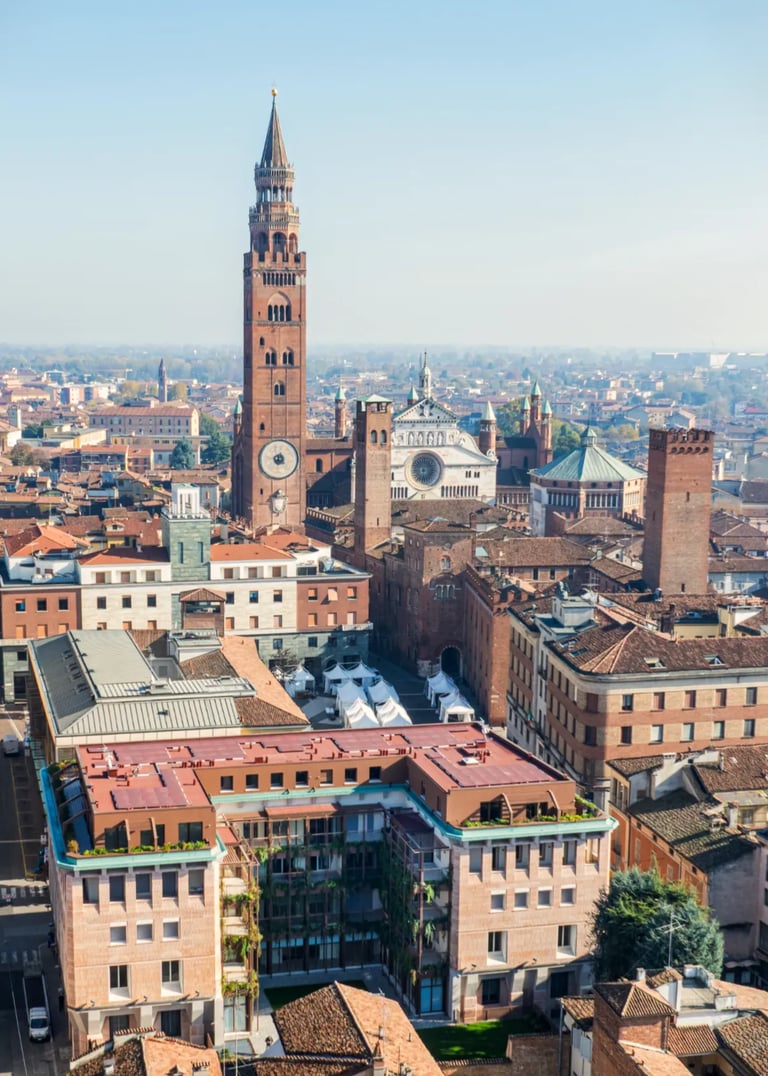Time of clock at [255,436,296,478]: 8:32
